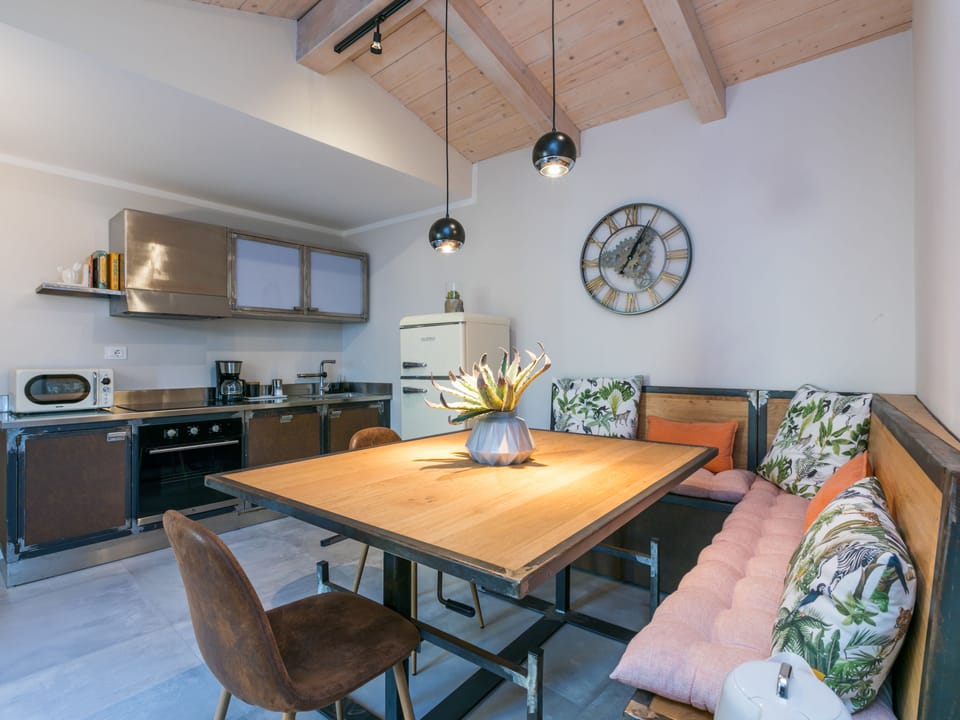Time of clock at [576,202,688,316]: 1:04
